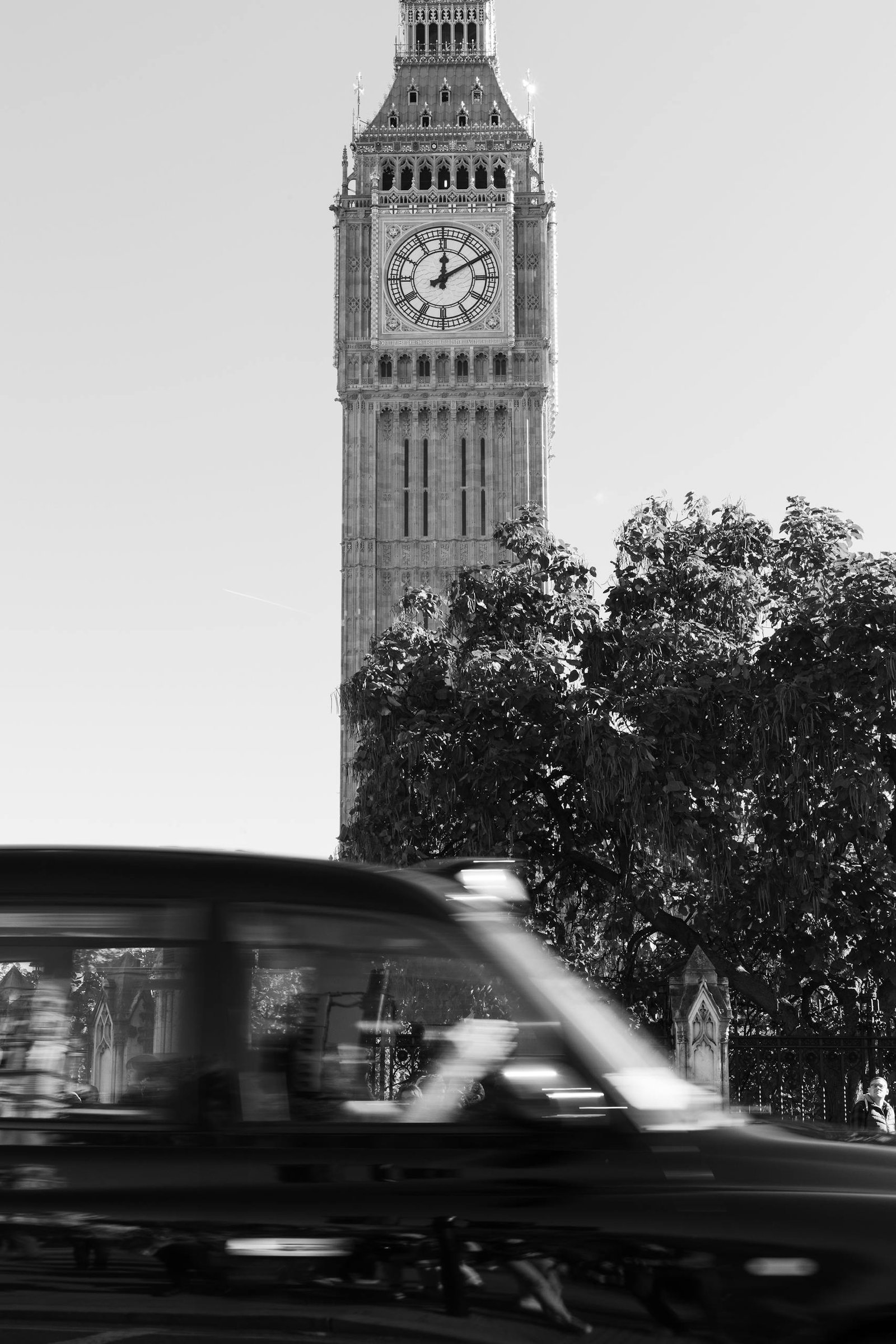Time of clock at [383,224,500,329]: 12:09
